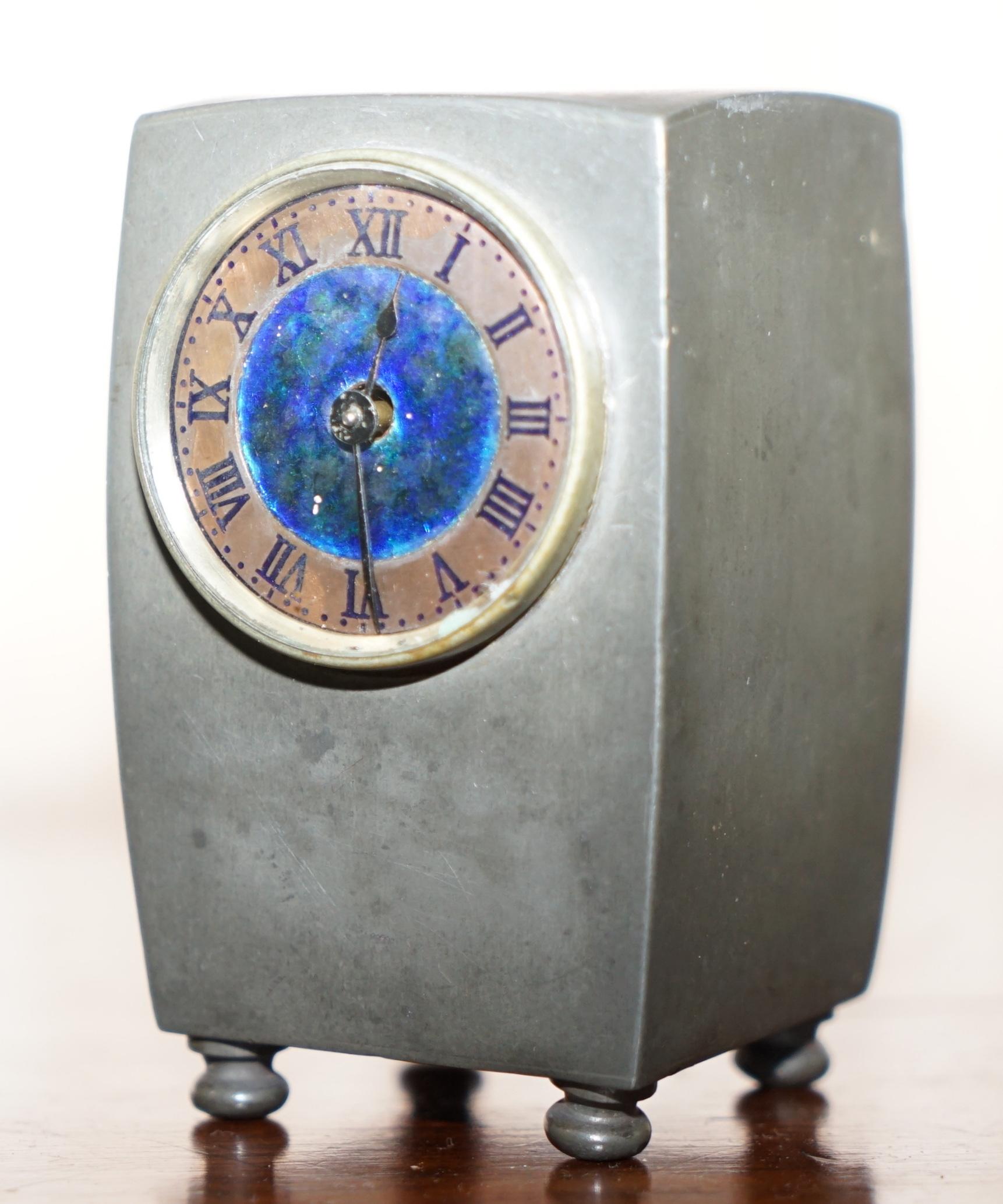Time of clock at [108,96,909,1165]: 12:29
